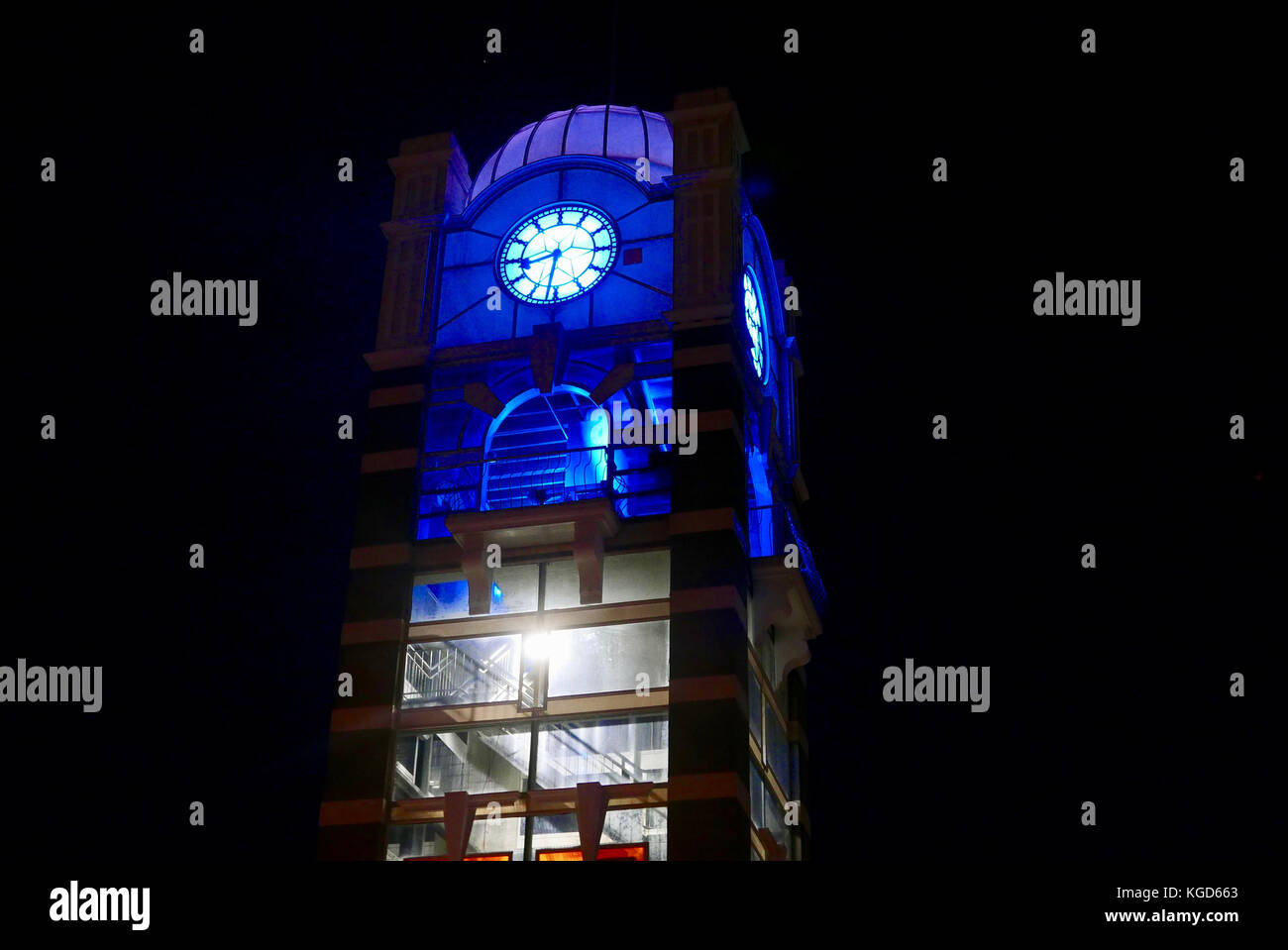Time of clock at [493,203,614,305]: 8:31
